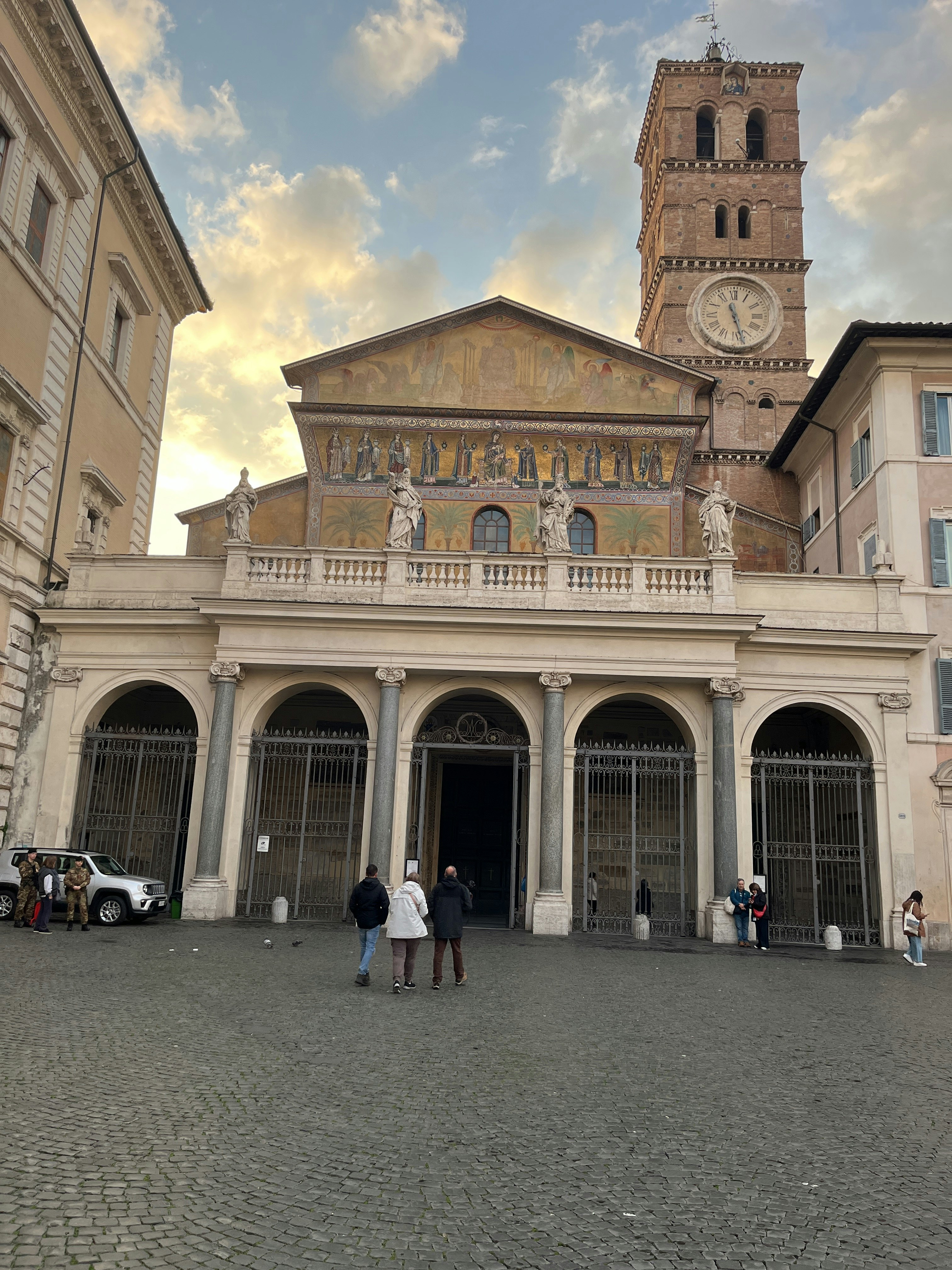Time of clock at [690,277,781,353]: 11:27
